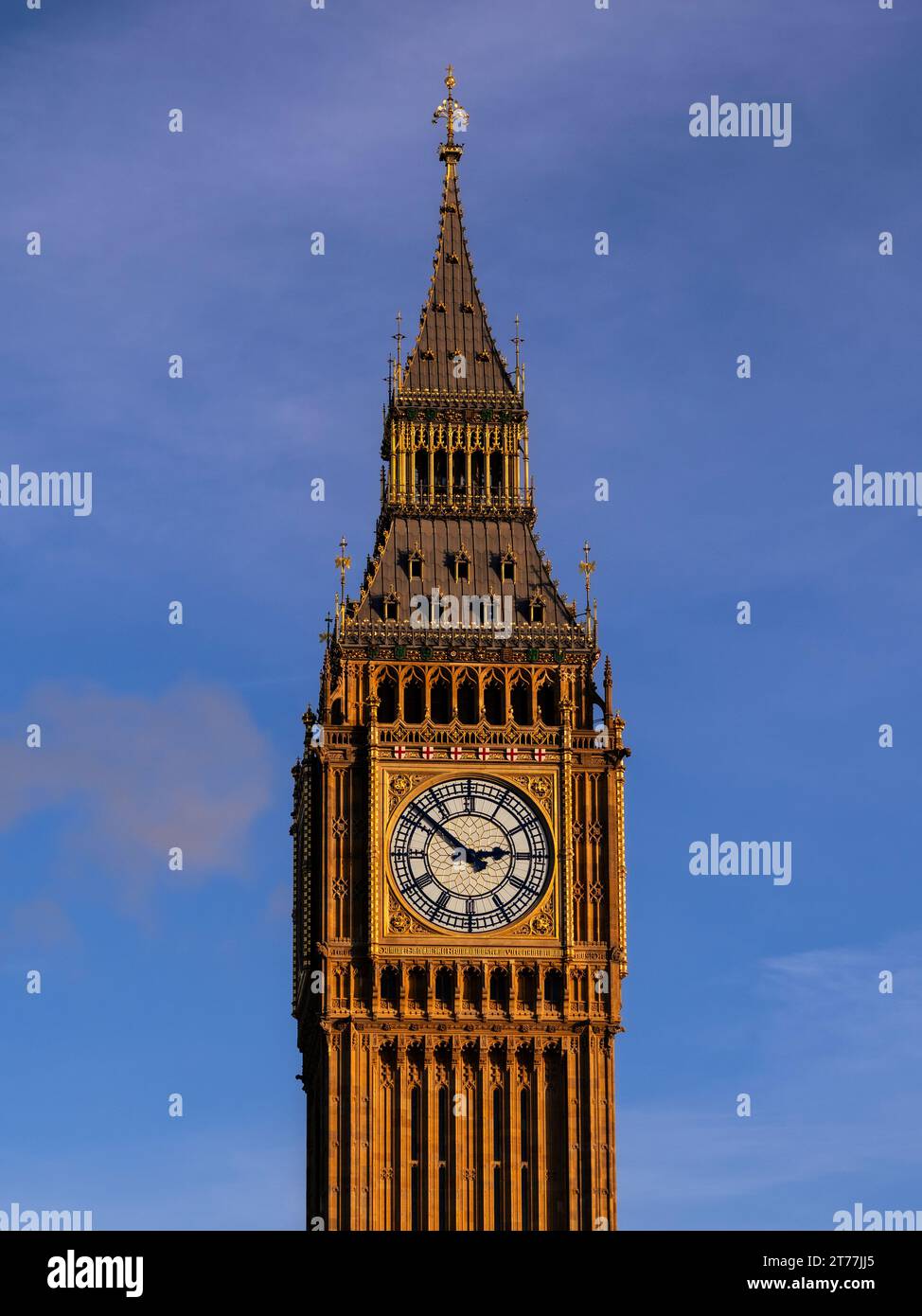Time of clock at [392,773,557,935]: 2:51
